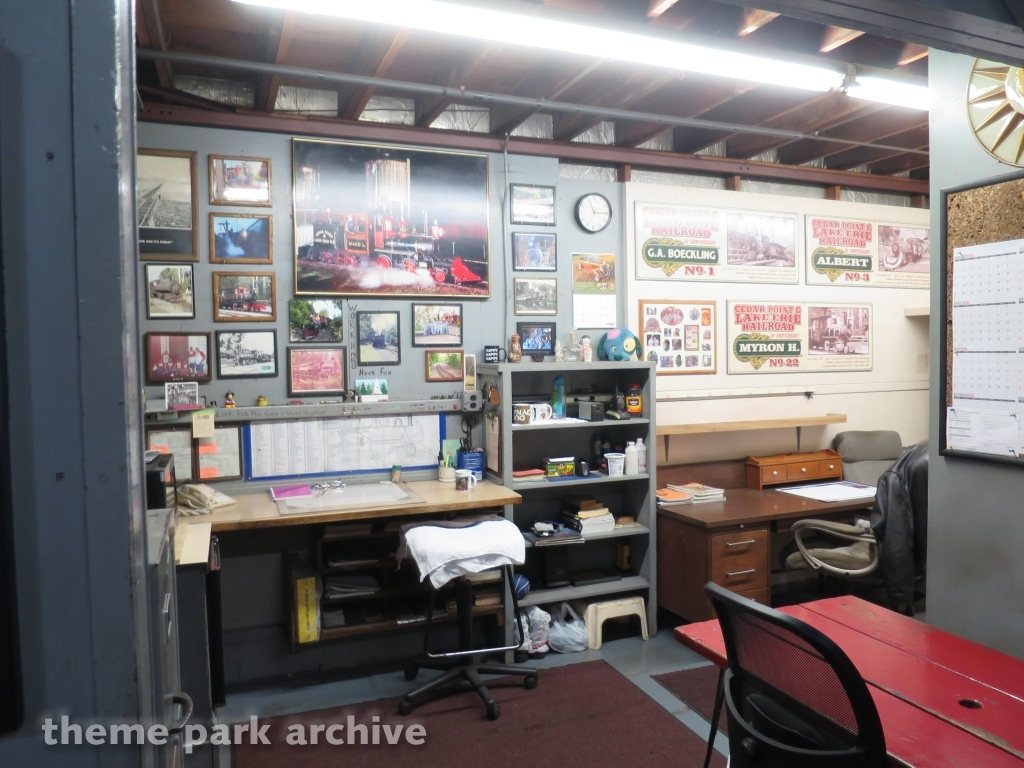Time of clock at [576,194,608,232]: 11:14
